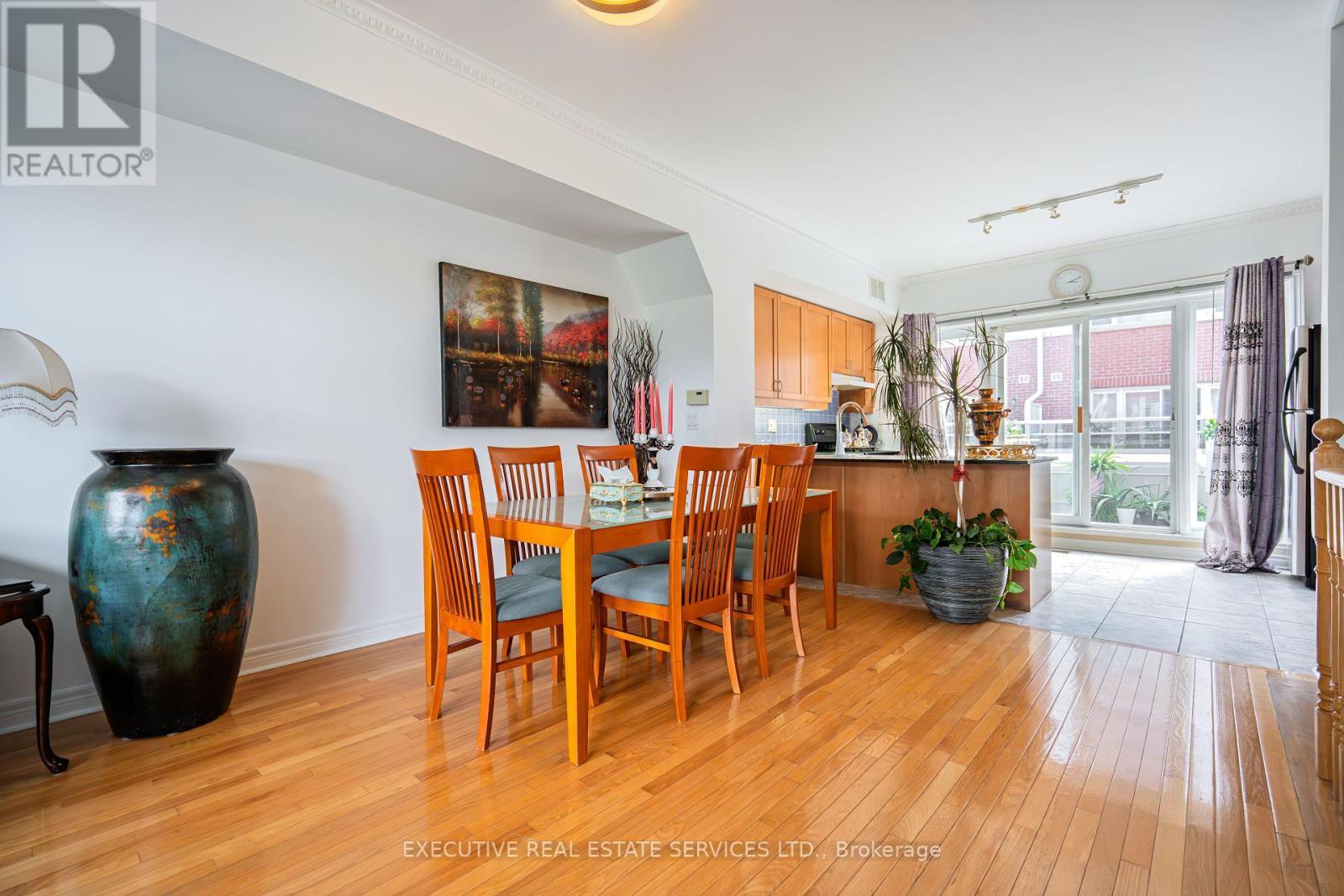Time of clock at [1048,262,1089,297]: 3:11
